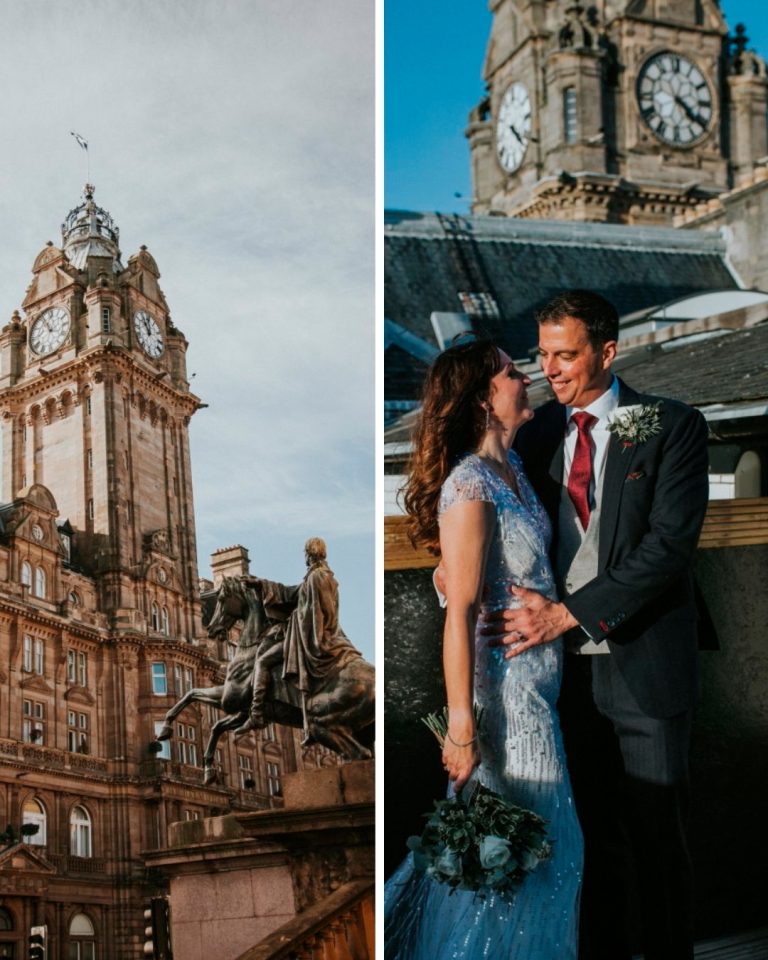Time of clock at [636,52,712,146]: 4:21
